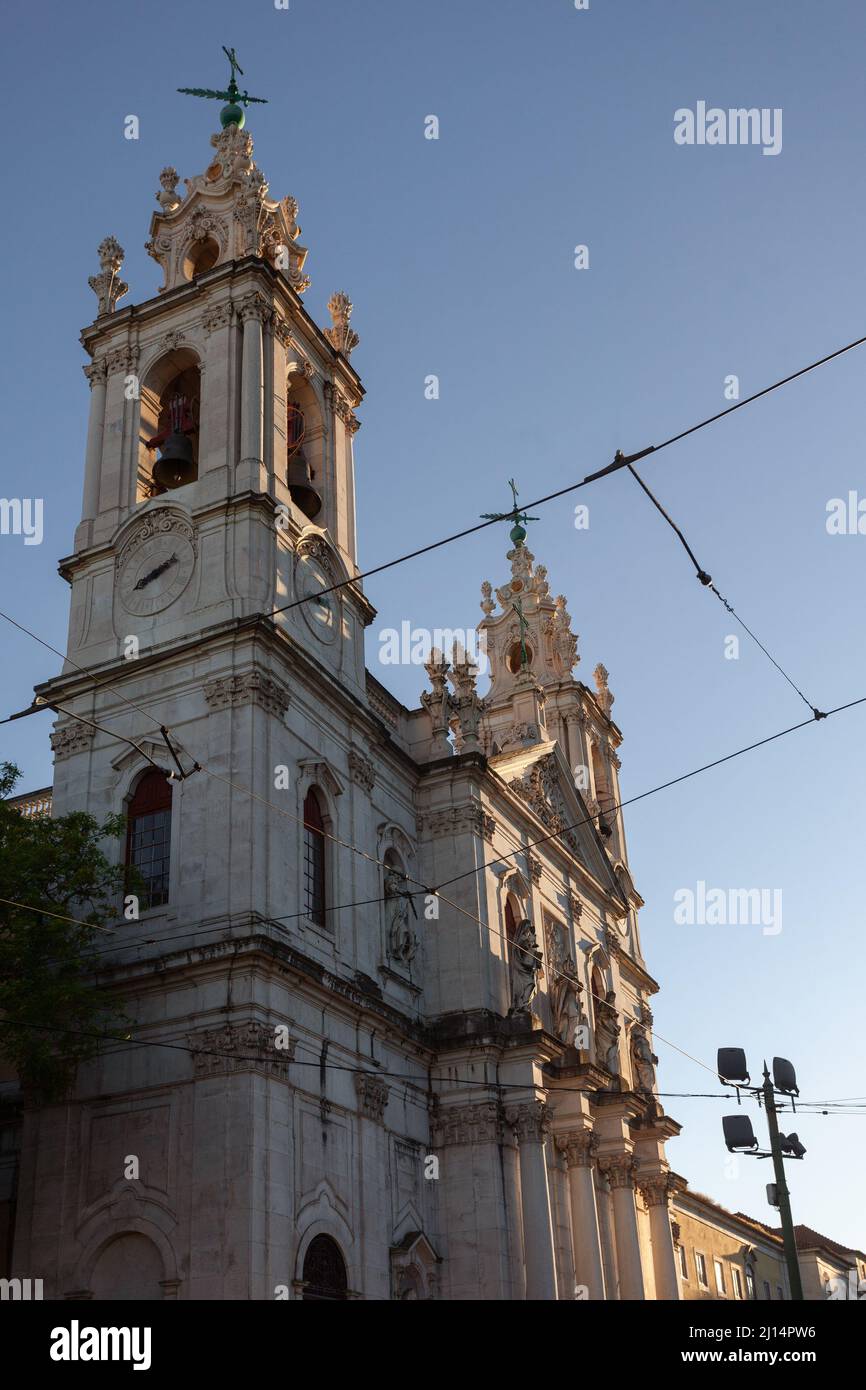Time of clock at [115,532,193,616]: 8:11
